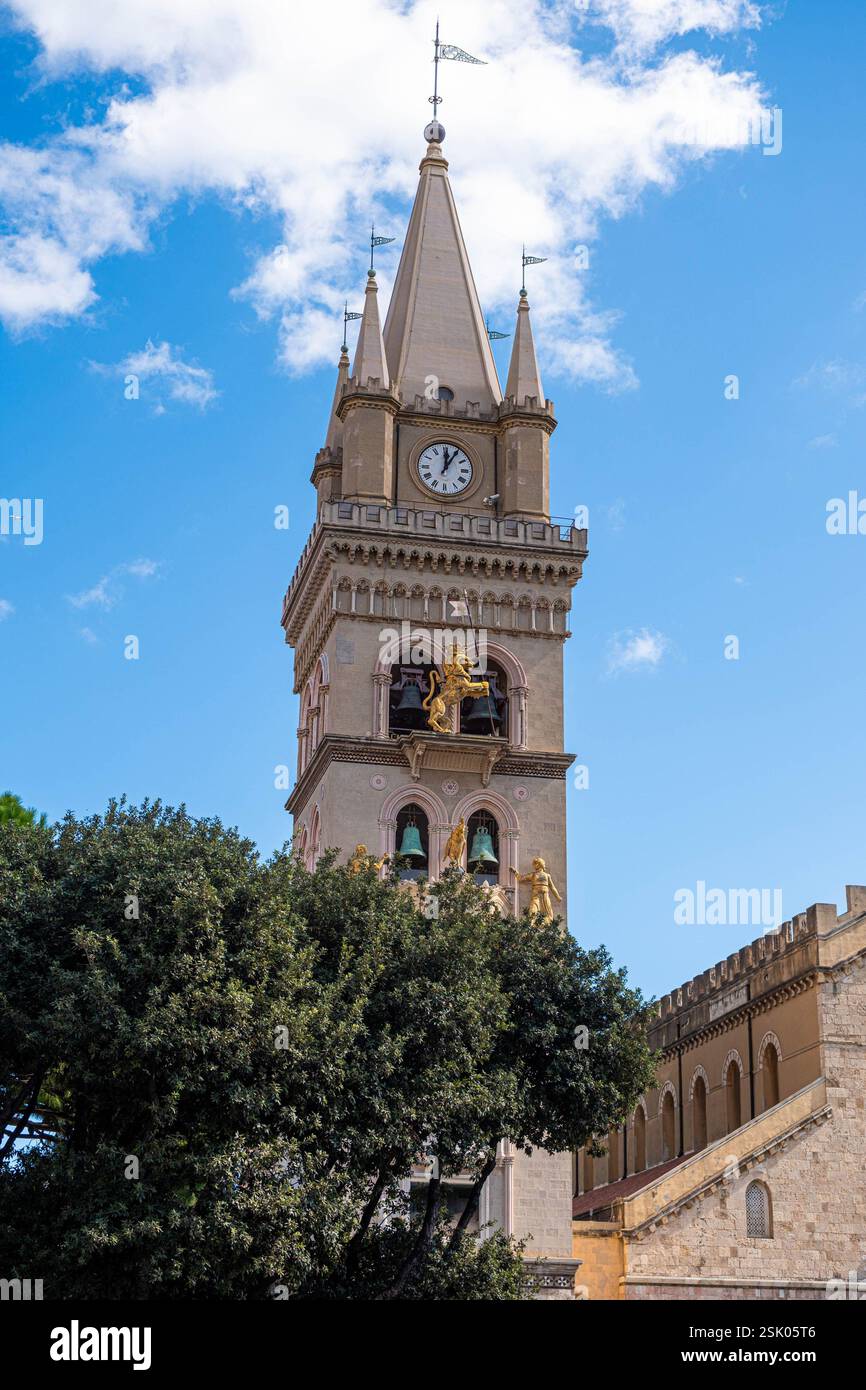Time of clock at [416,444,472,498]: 12:05
